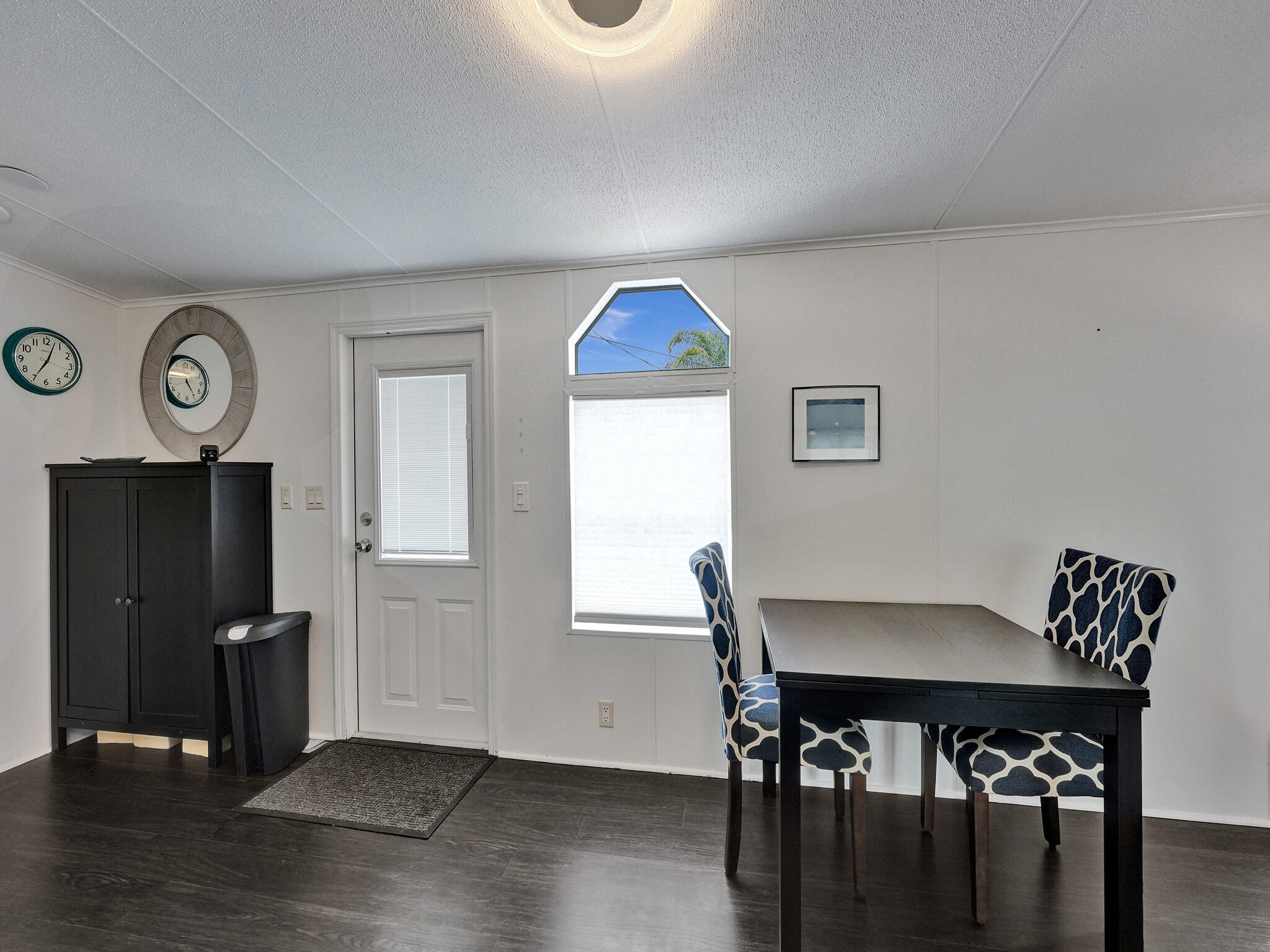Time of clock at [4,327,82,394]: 7:03
